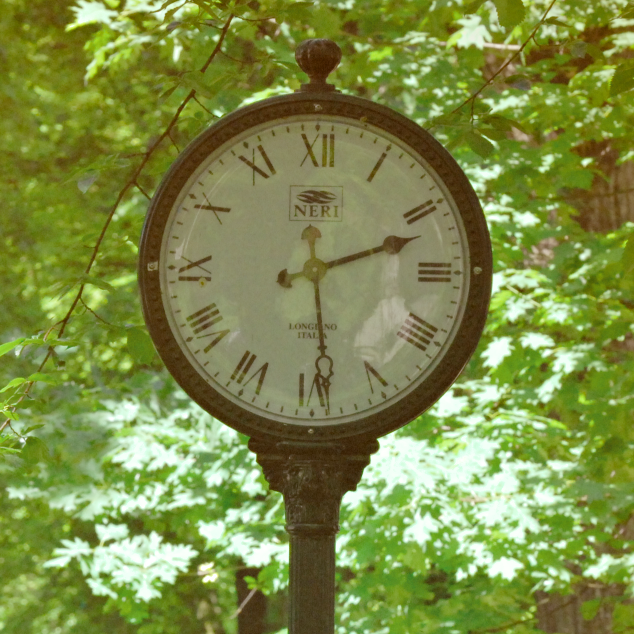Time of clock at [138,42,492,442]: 2:29
